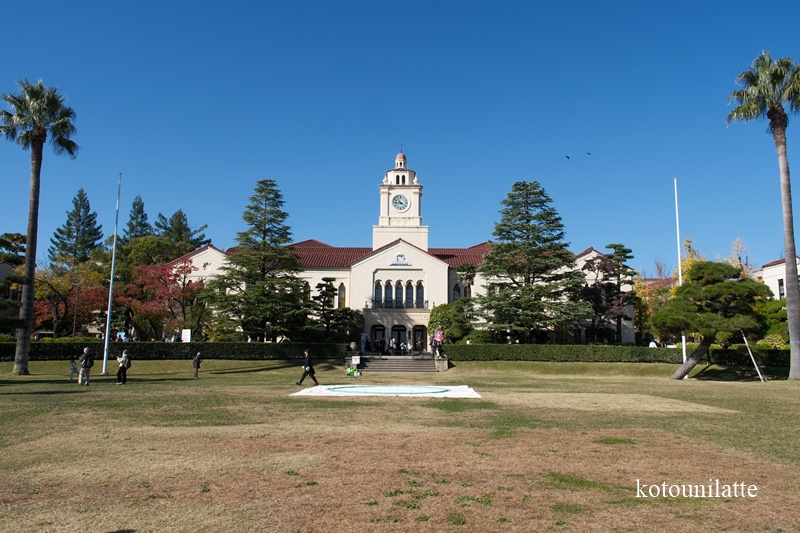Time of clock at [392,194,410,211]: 10:45
